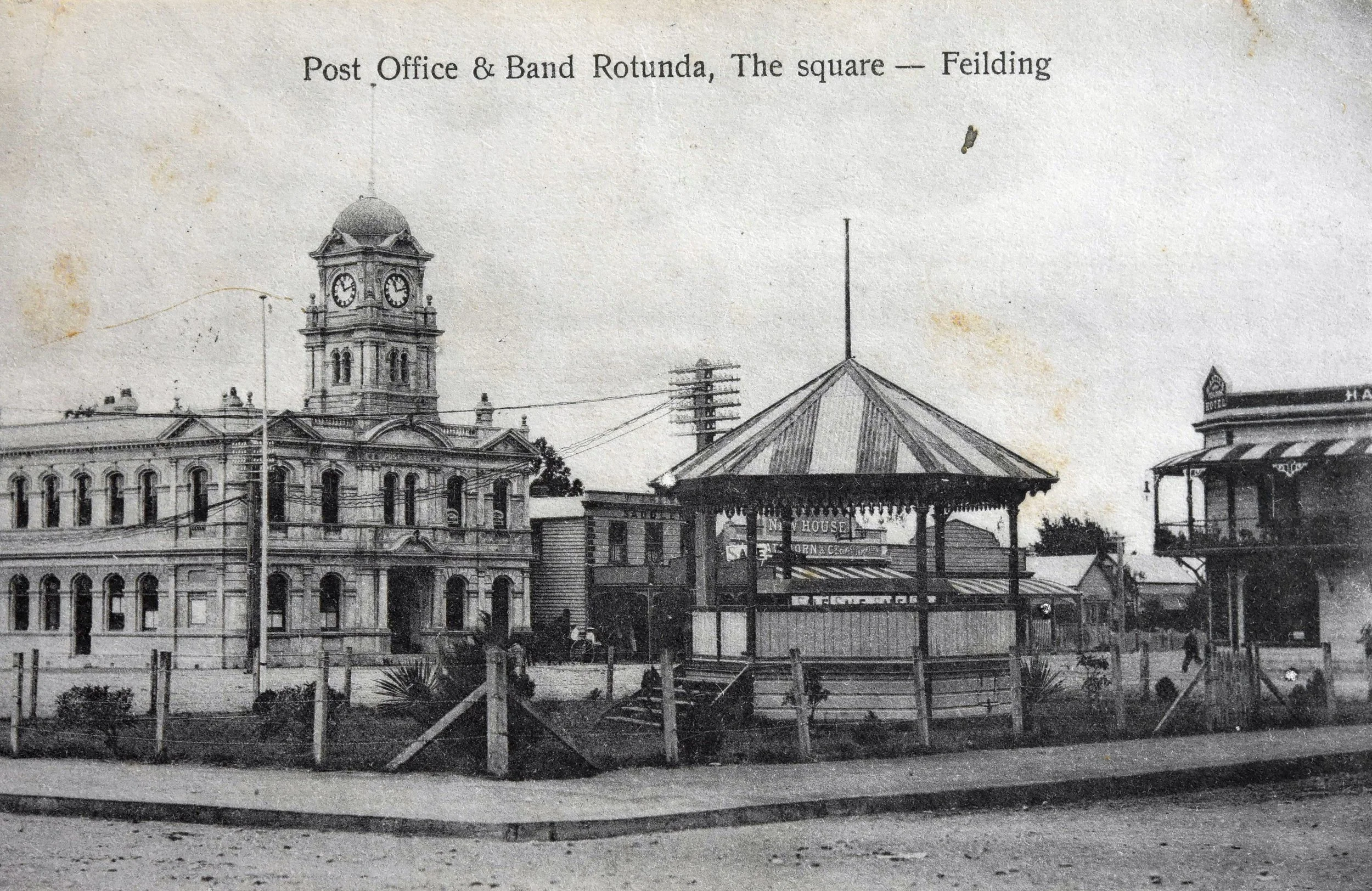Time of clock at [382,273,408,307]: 11:12
